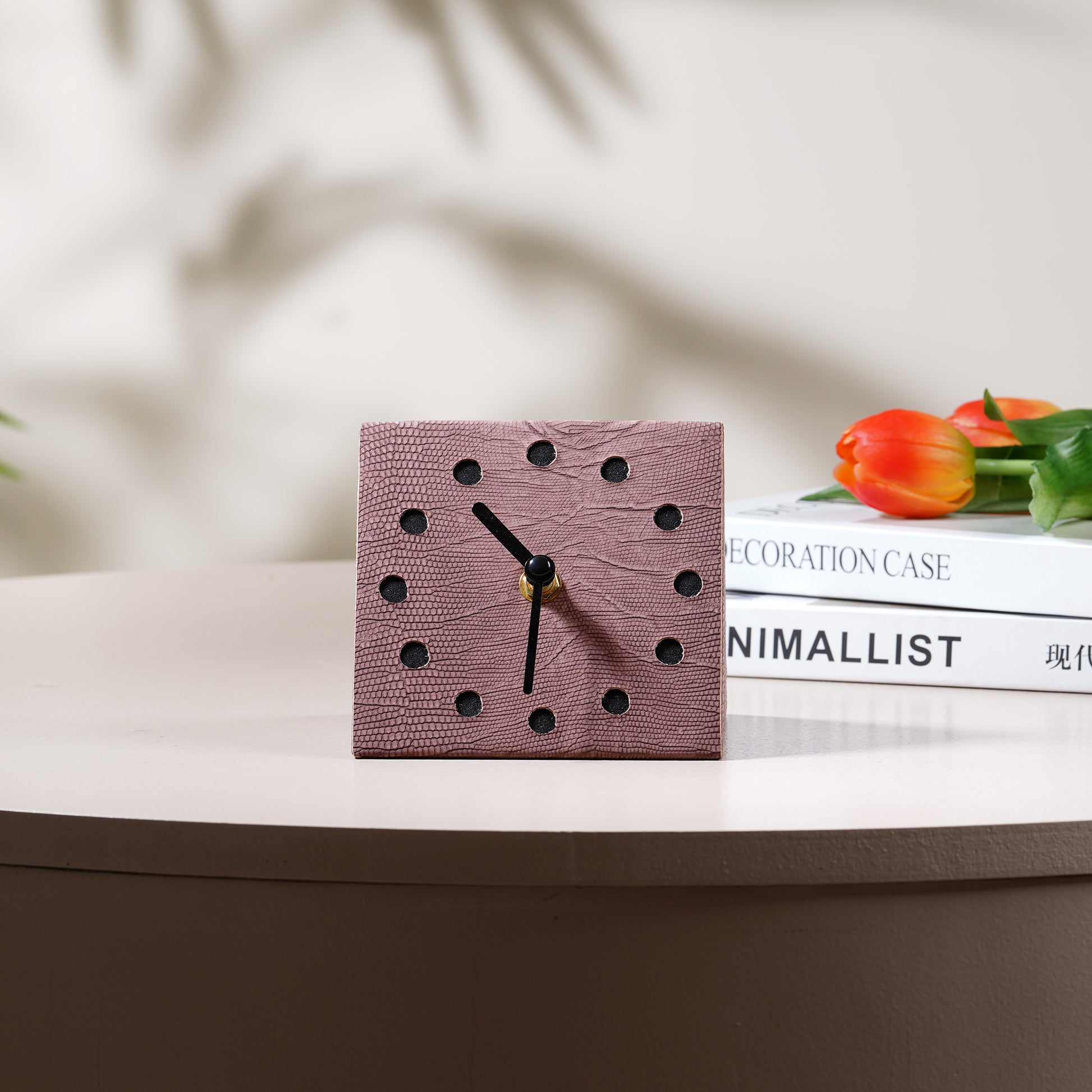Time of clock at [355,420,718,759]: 10:31
